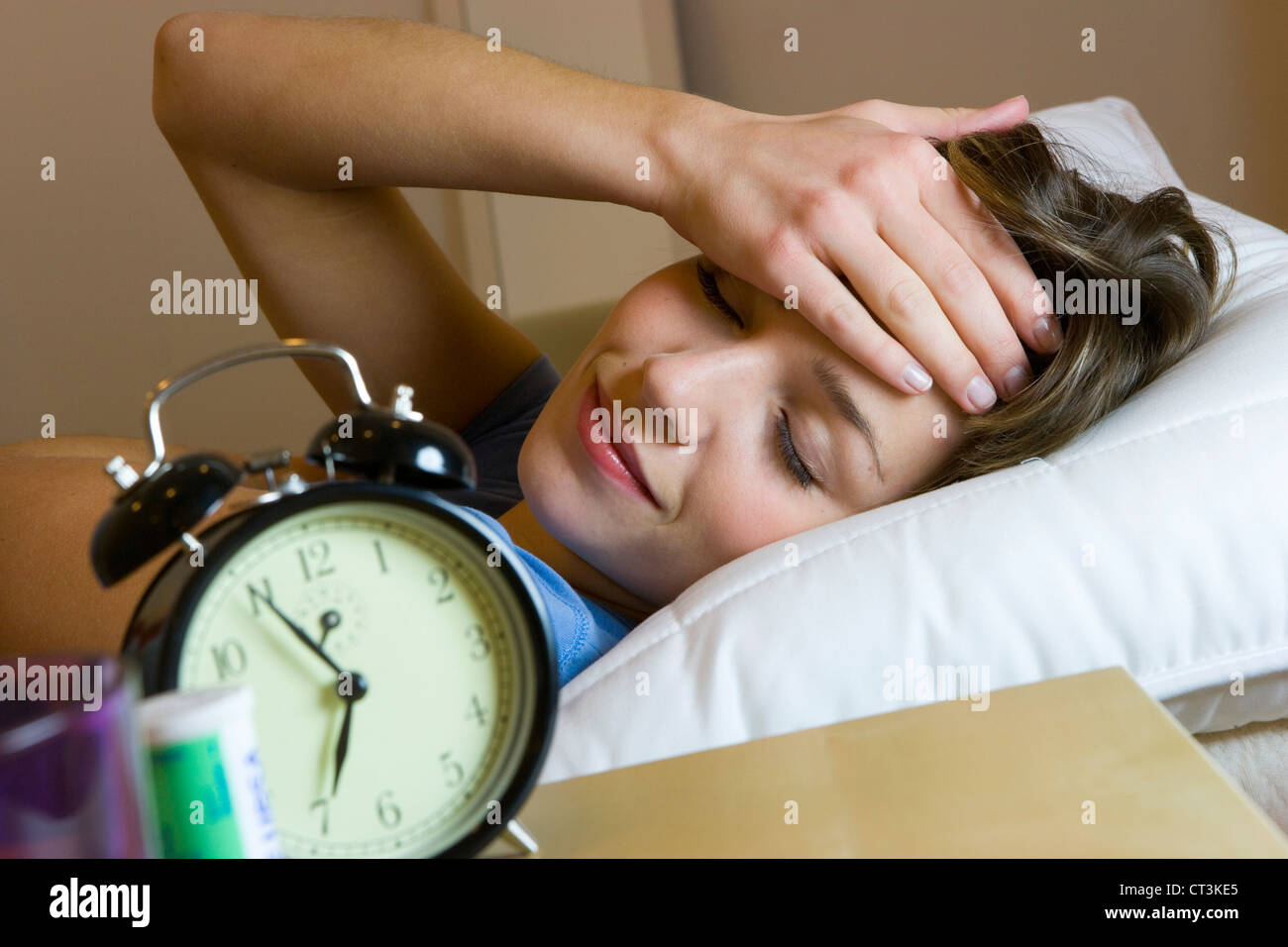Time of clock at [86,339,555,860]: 6:55
